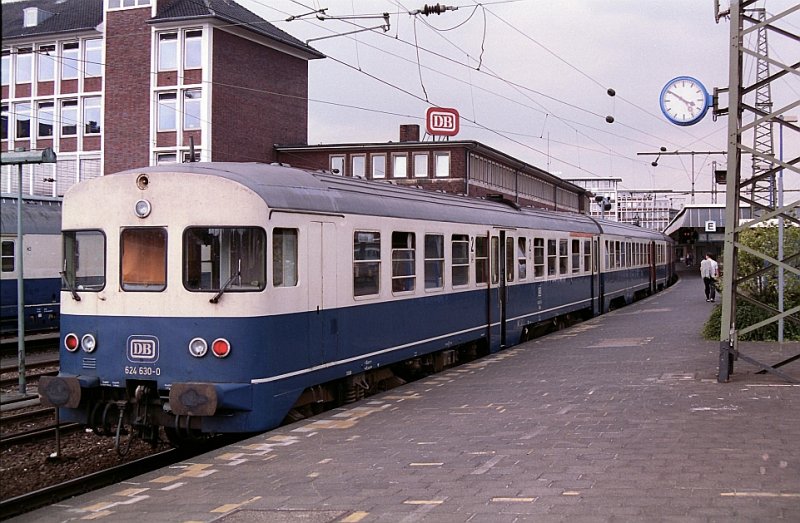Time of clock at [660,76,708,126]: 3:50
